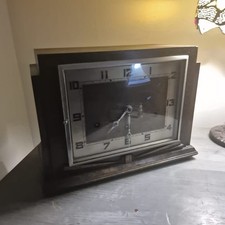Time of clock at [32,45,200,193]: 7:39
